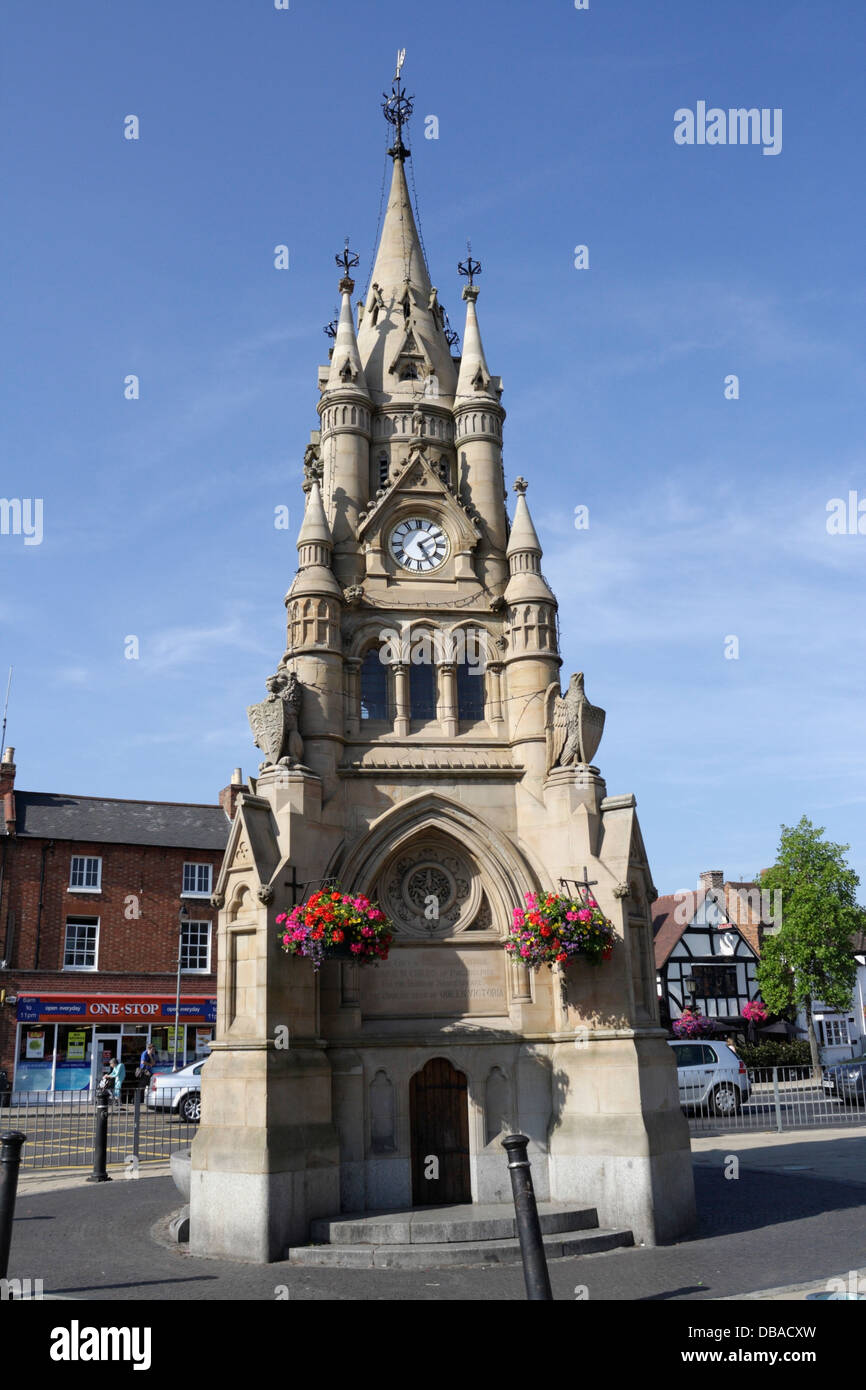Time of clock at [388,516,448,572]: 5:09
